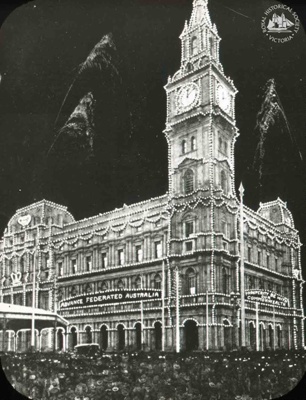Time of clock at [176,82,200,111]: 12:07
